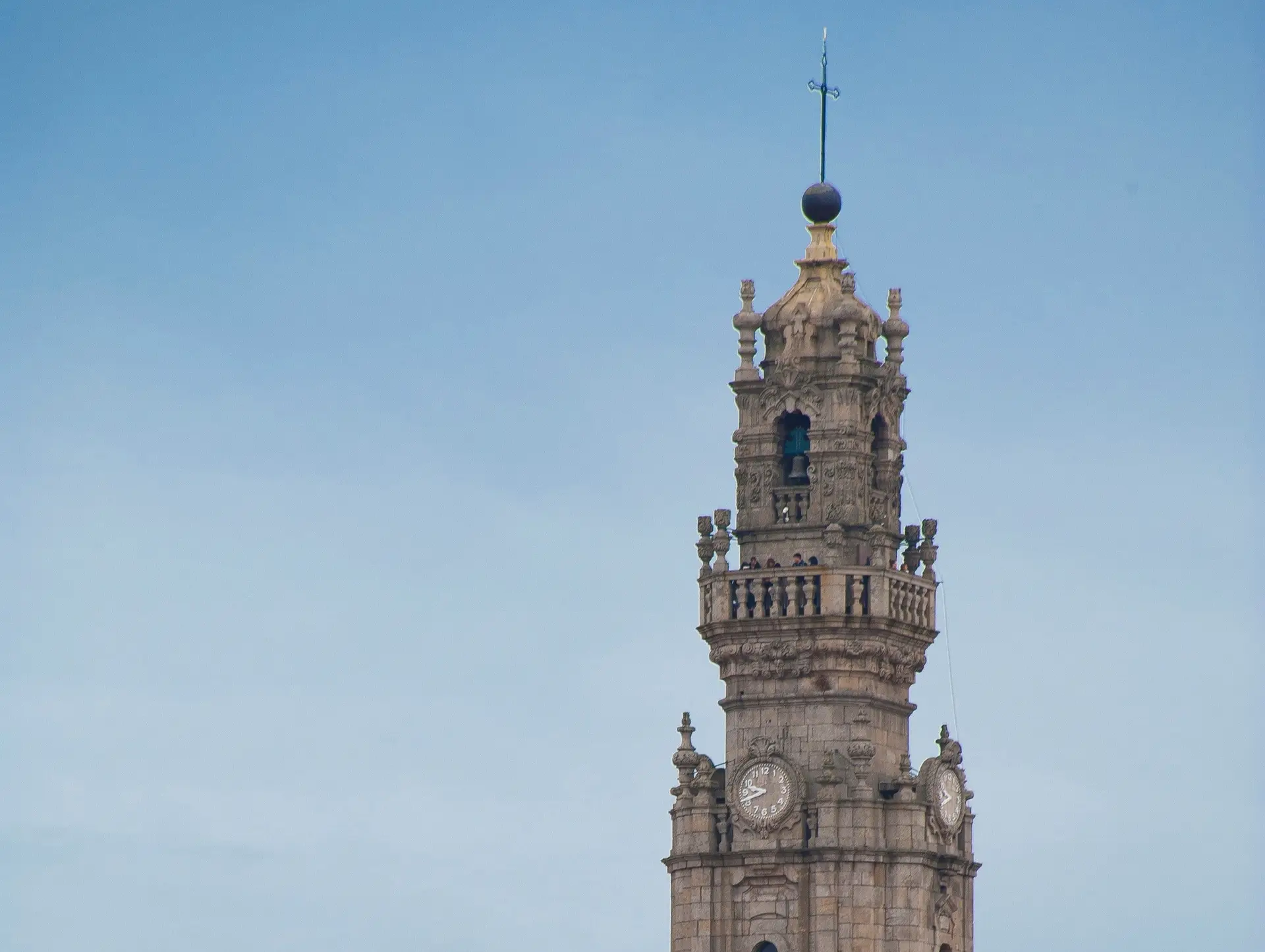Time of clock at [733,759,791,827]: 9:42
